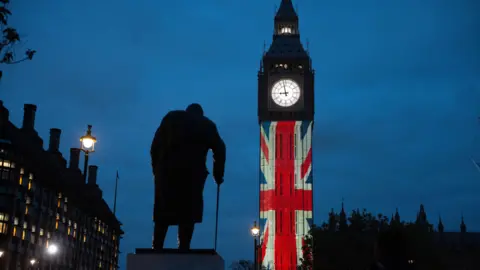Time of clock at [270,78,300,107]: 8:57
